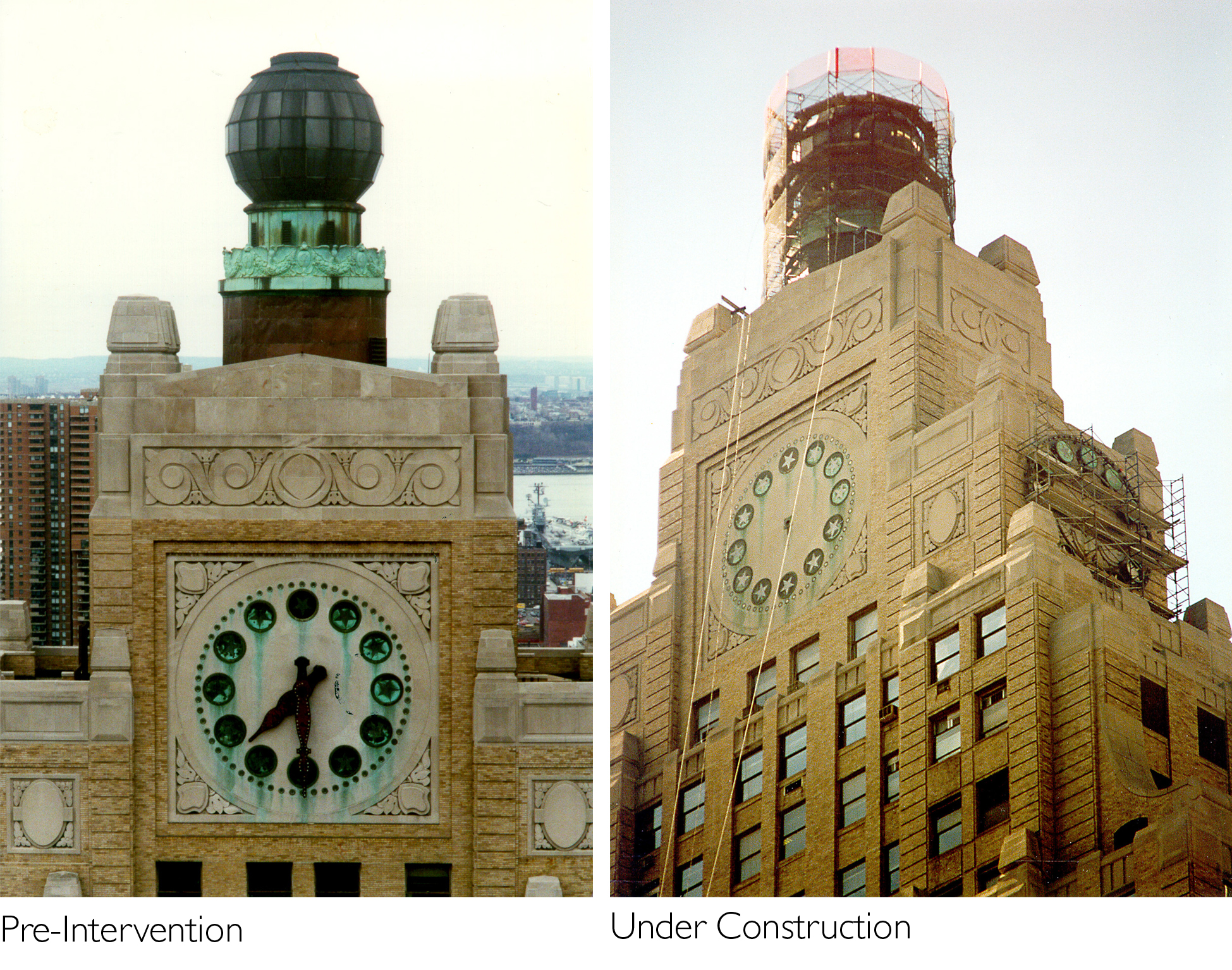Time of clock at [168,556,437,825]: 7:30
